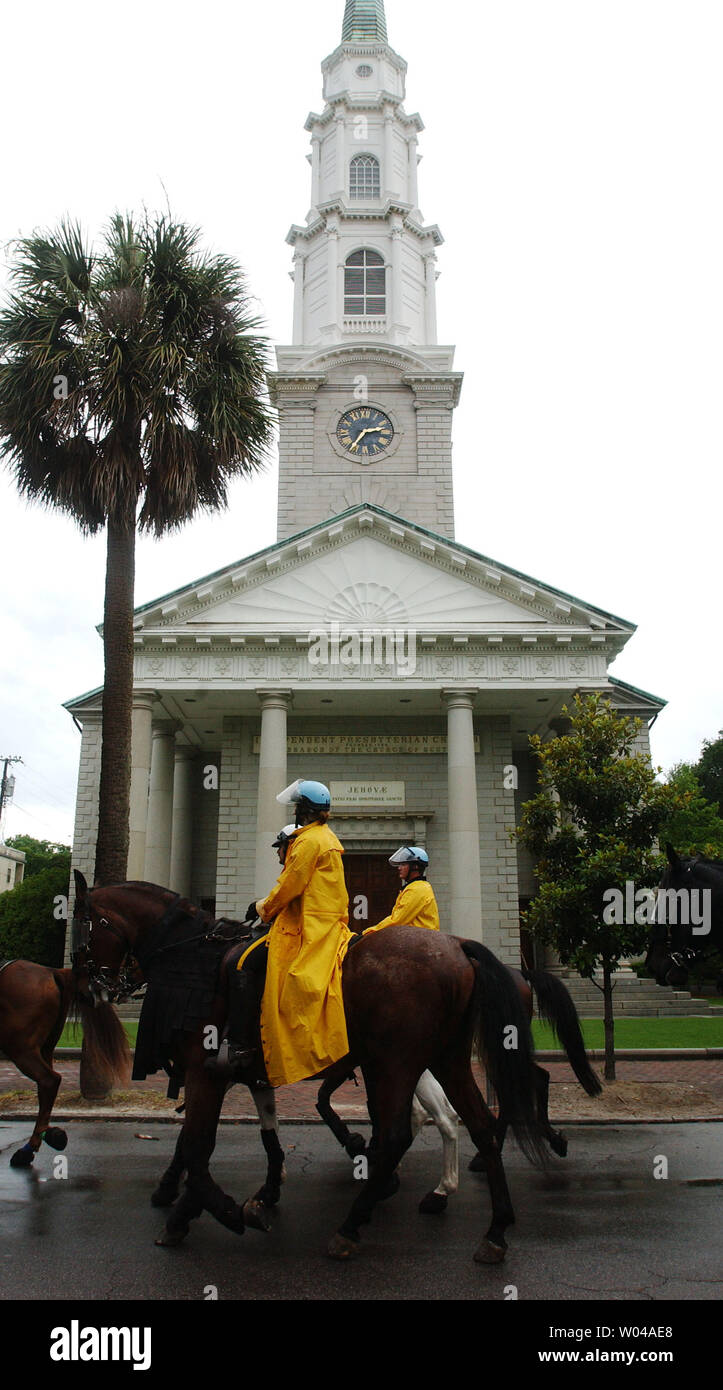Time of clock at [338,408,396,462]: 2:35
